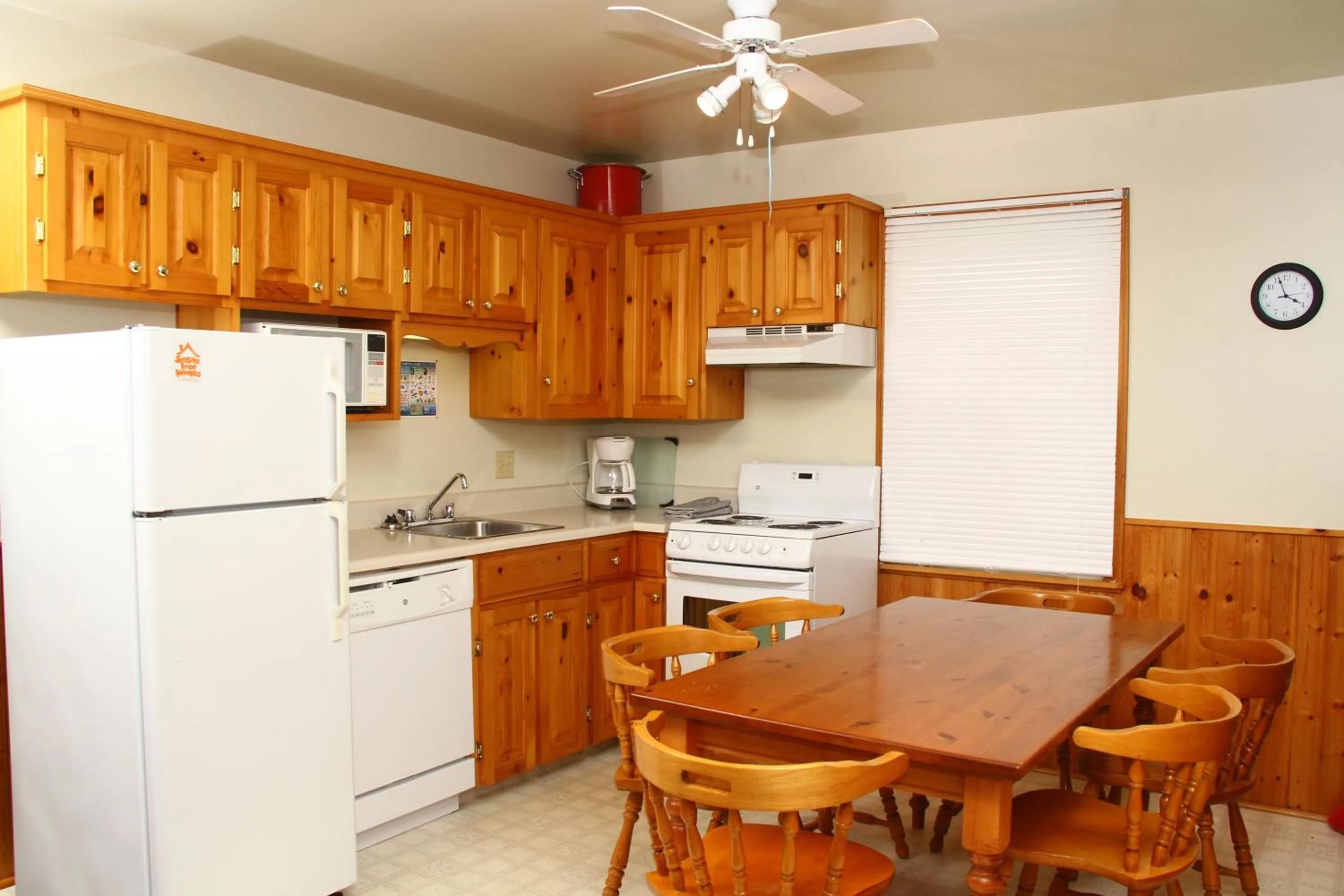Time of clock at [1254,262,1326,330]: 3:56
